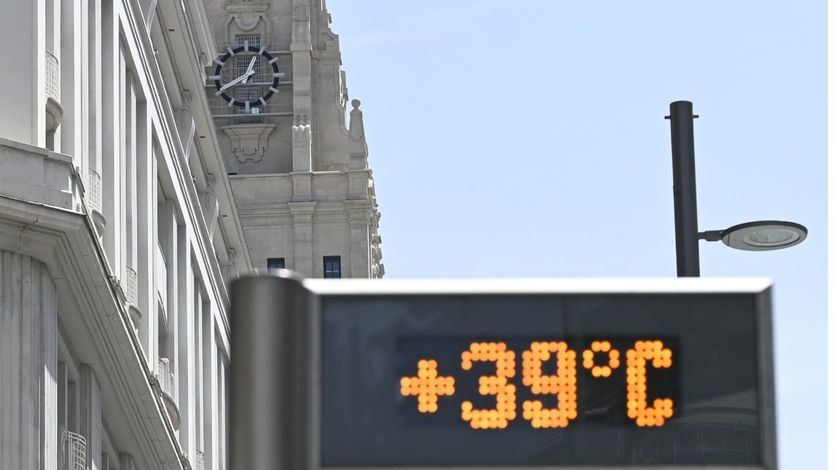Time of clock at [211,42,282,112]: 12:40
